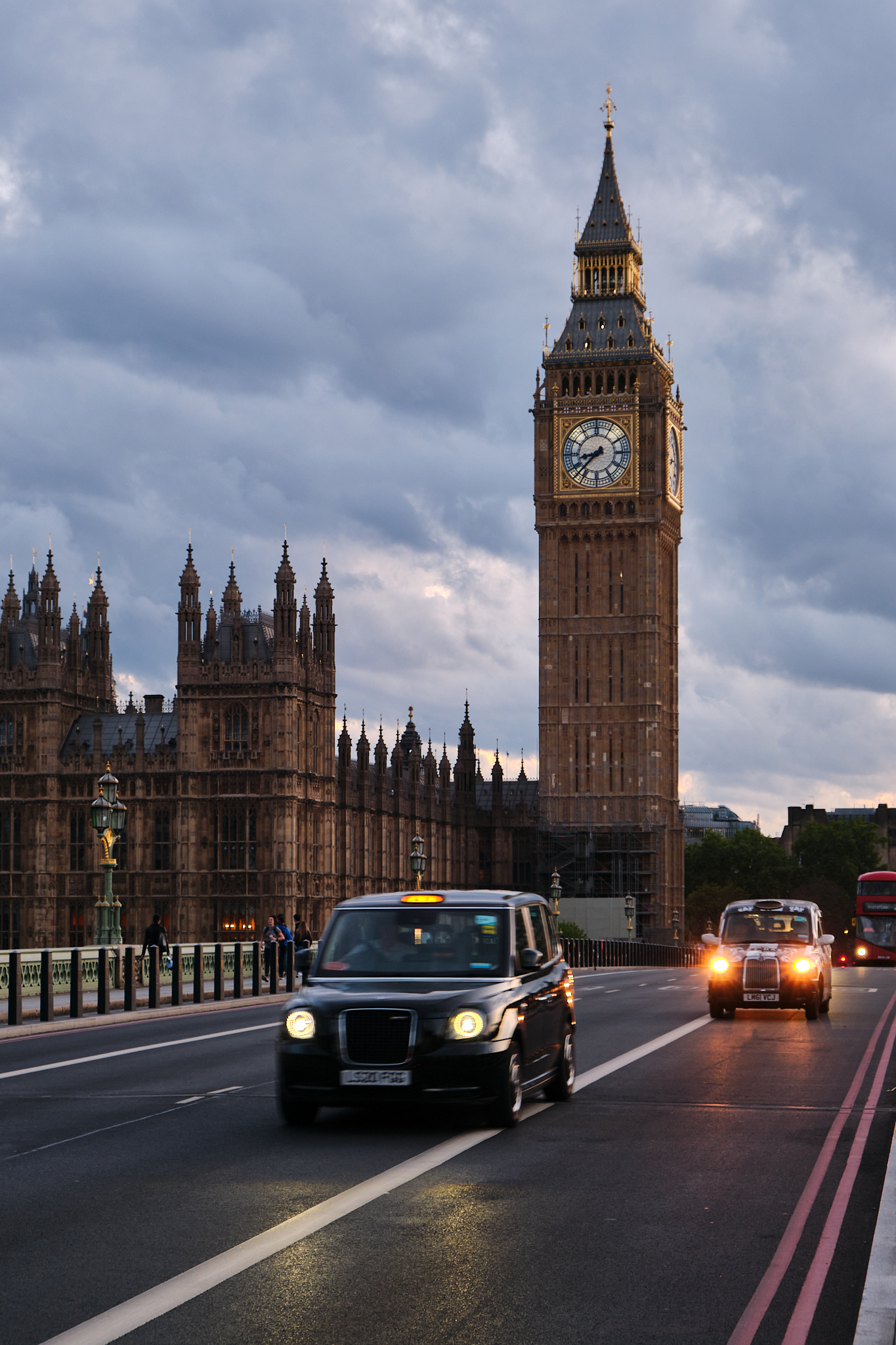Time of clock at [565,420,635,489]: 8:37
